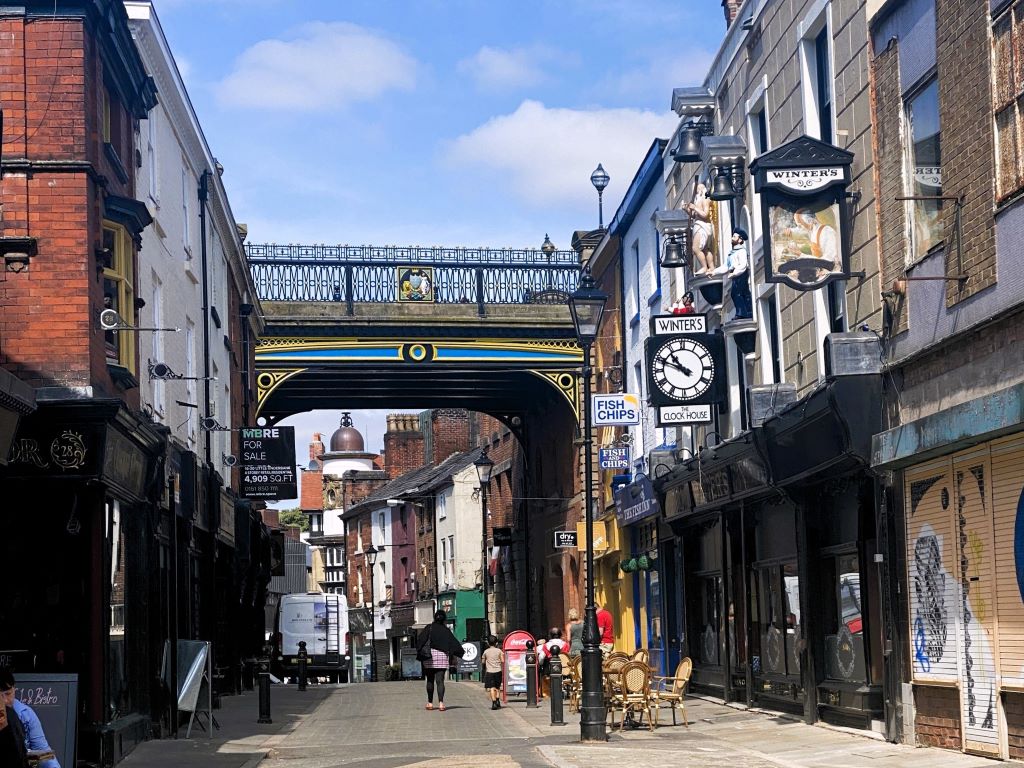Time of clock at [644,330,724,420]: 10:48
